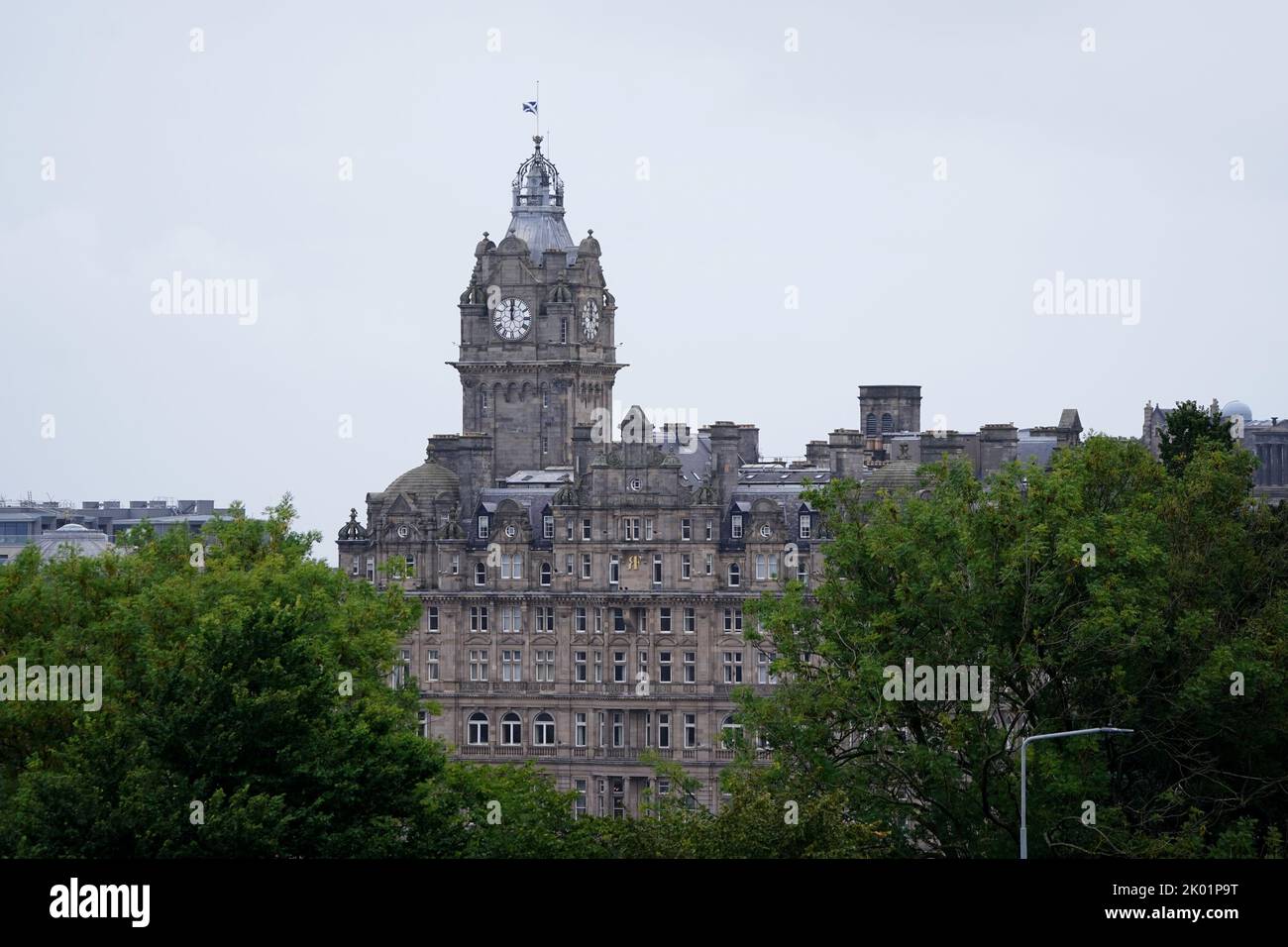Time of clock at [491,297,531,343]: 12:00
